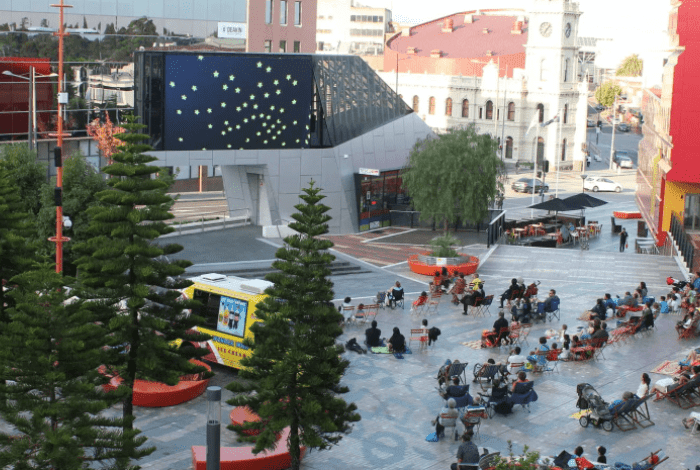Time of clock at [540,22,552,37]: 7:07
